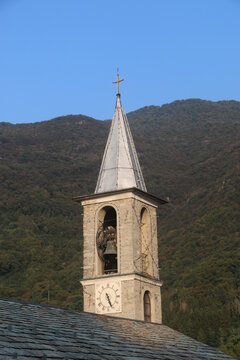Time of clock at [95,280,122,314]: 5:26
